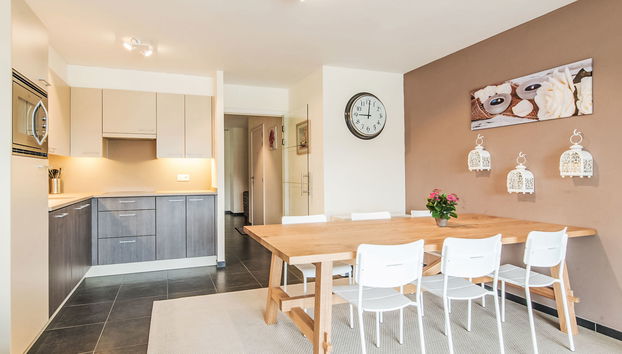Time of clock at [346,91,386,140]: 9:01
